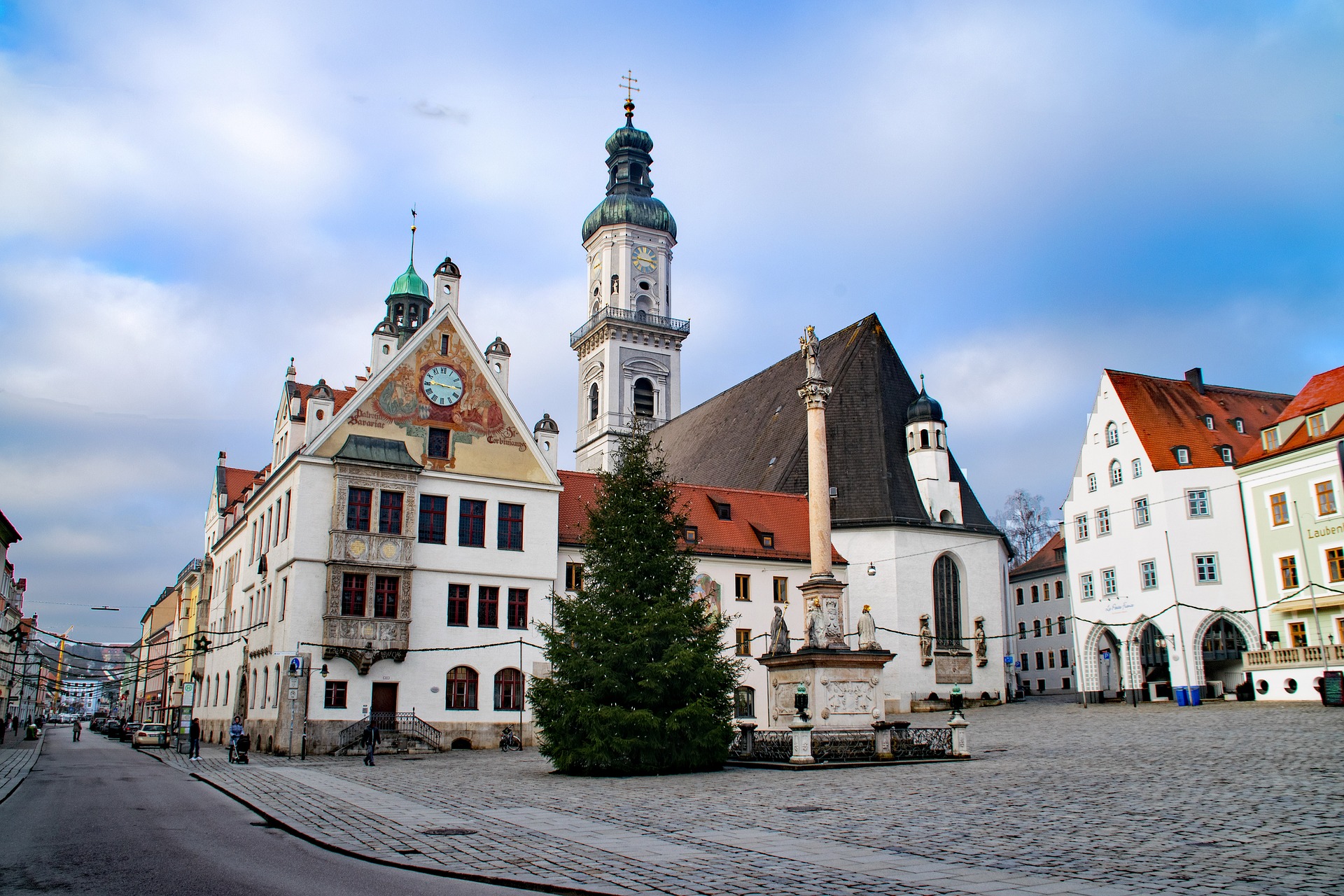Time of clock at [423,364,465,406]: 9:15
